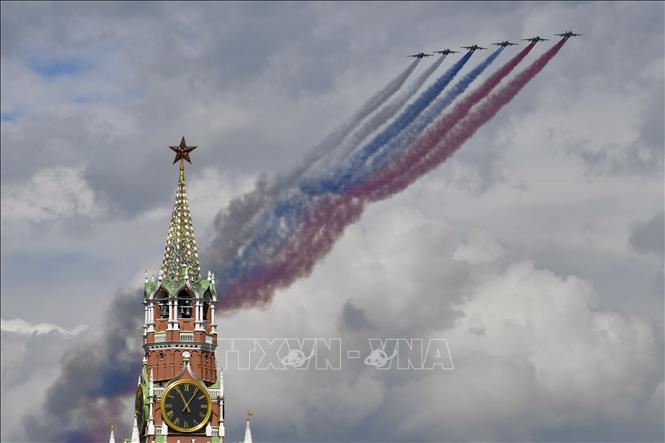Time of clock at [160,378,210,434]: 11:06
